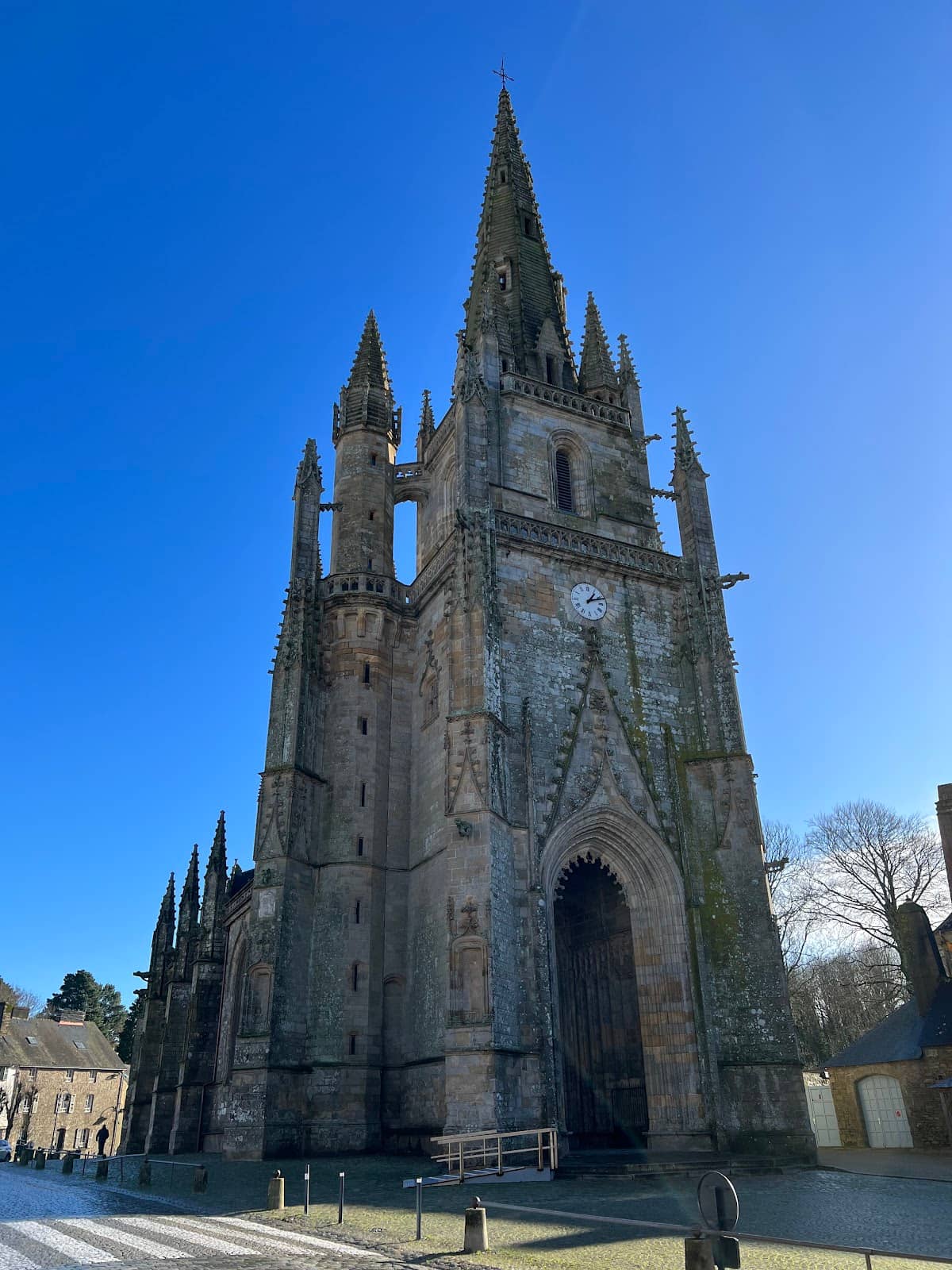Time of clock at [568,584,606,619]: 1:11
